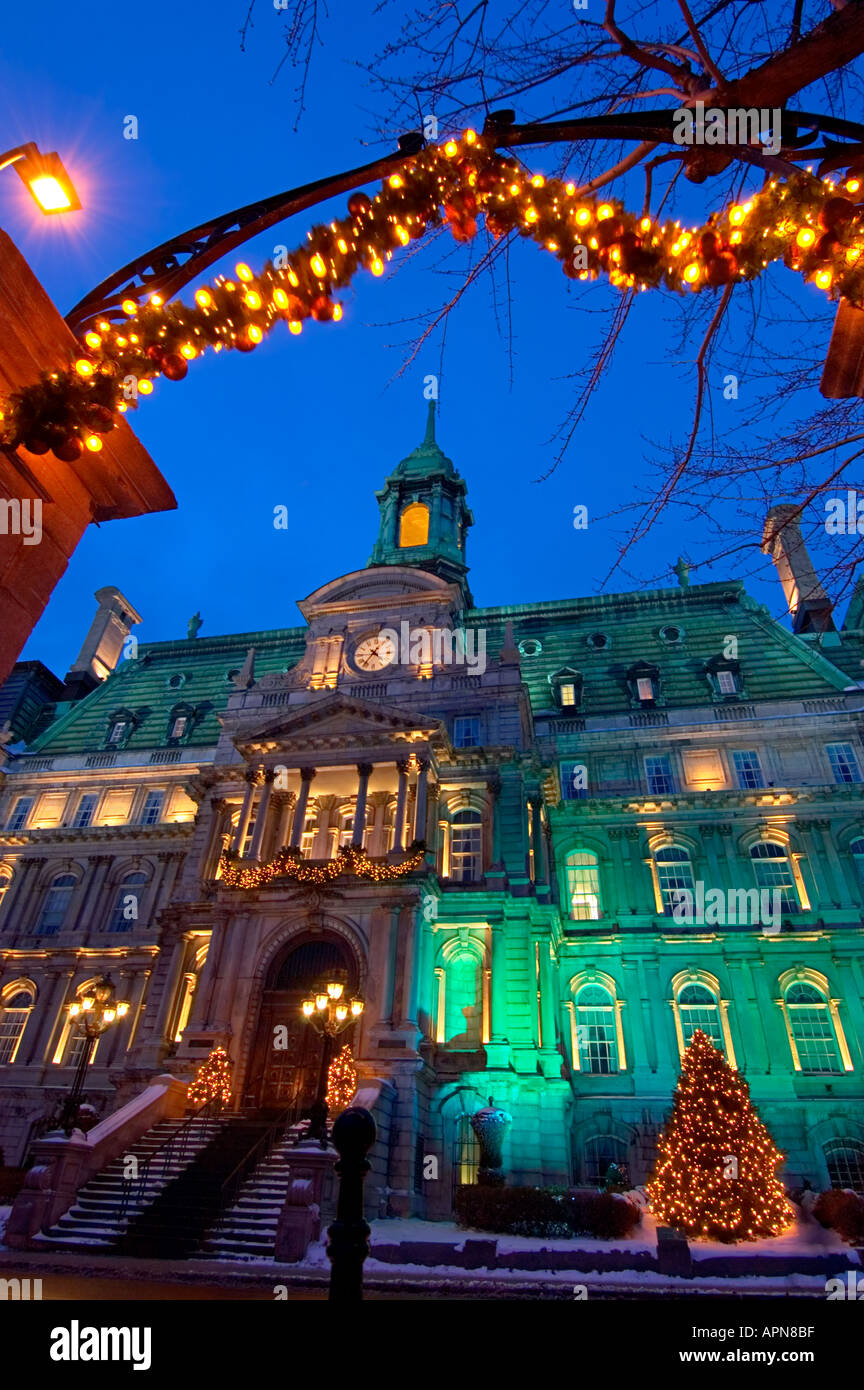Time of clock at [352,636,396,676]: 4:36
